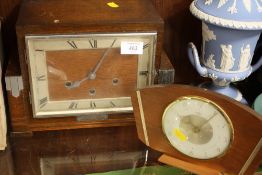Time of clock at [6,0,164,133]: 8:04
